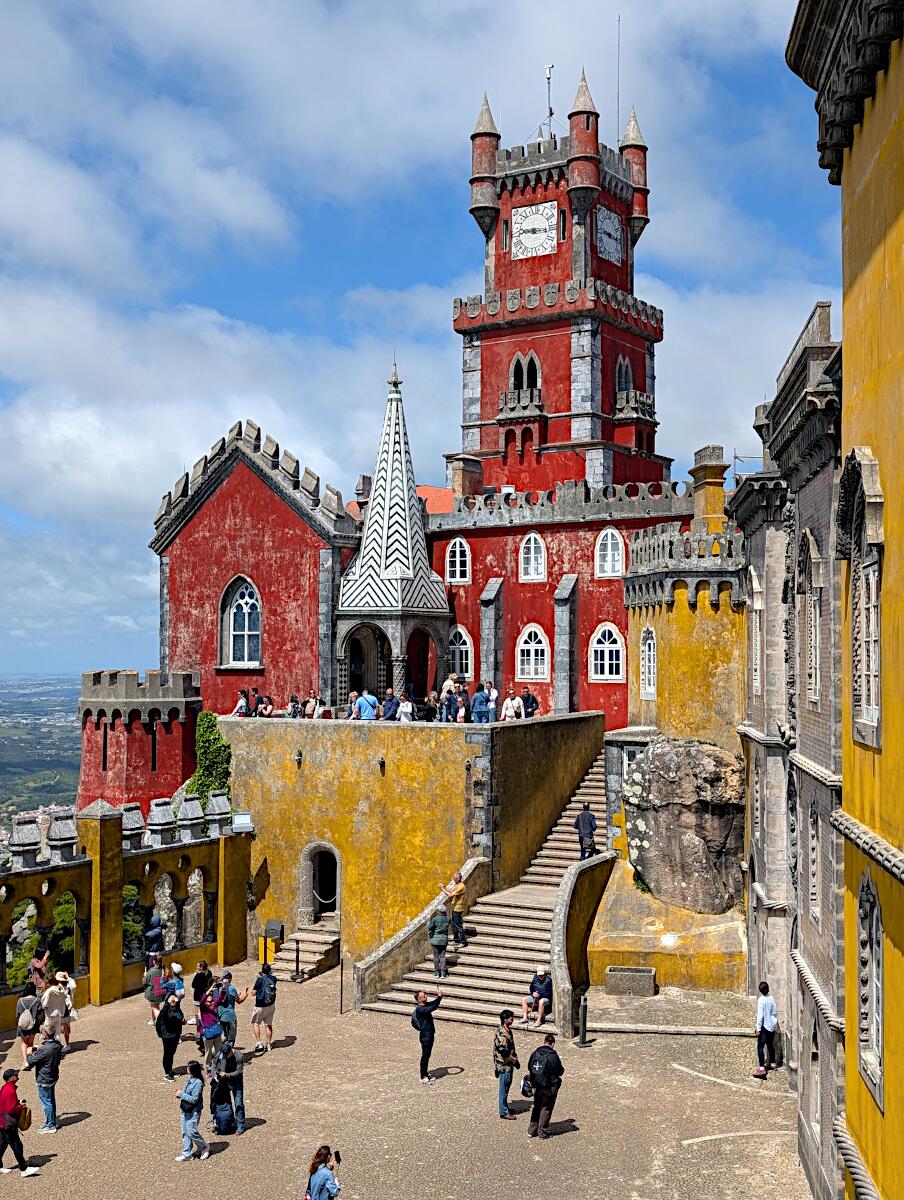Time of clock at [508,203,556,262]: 9:15
